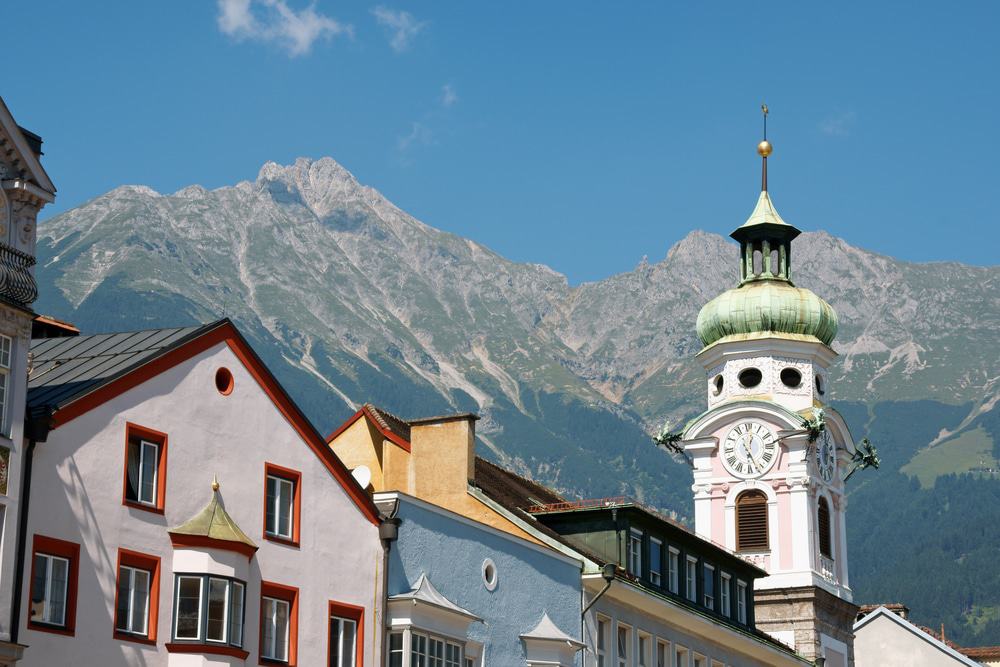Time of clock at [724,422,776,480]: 12:26
